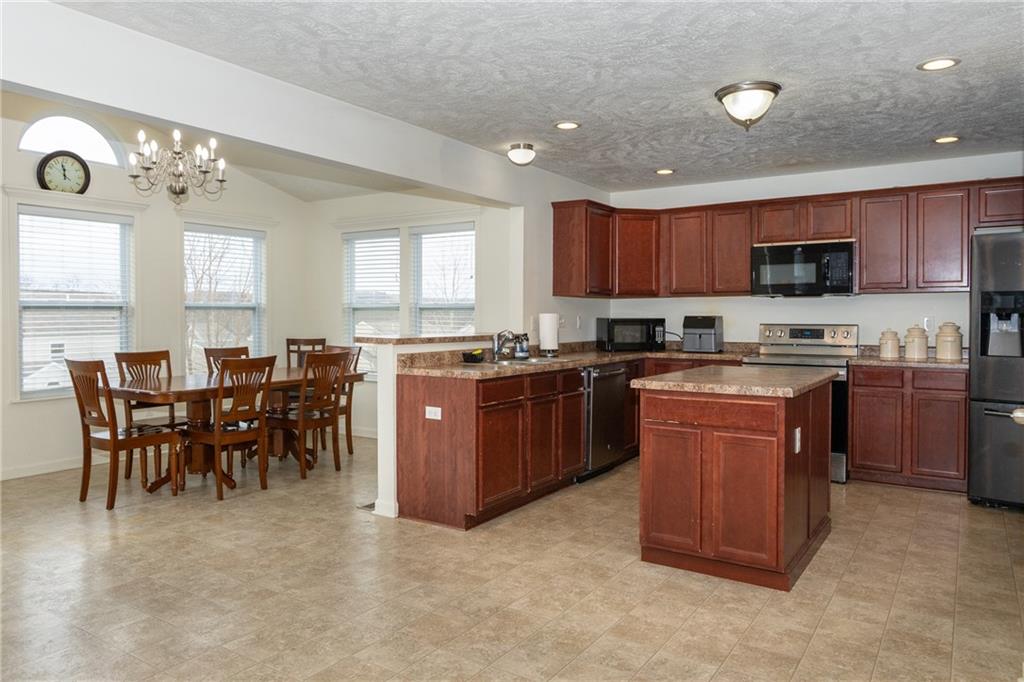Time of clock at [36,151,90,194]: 11:57
